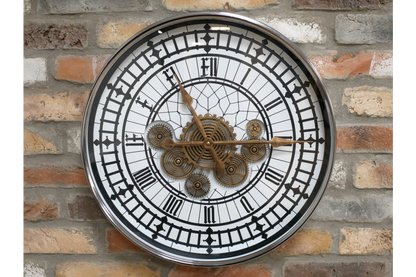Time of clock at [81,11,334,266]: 11:14
